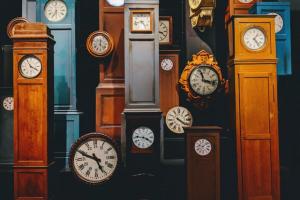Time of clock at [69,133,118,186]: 4:48
